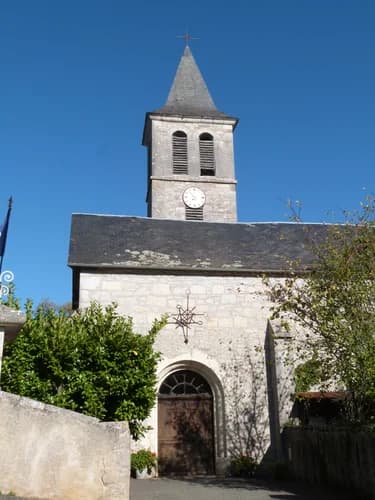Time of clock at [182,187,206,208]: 7:53
